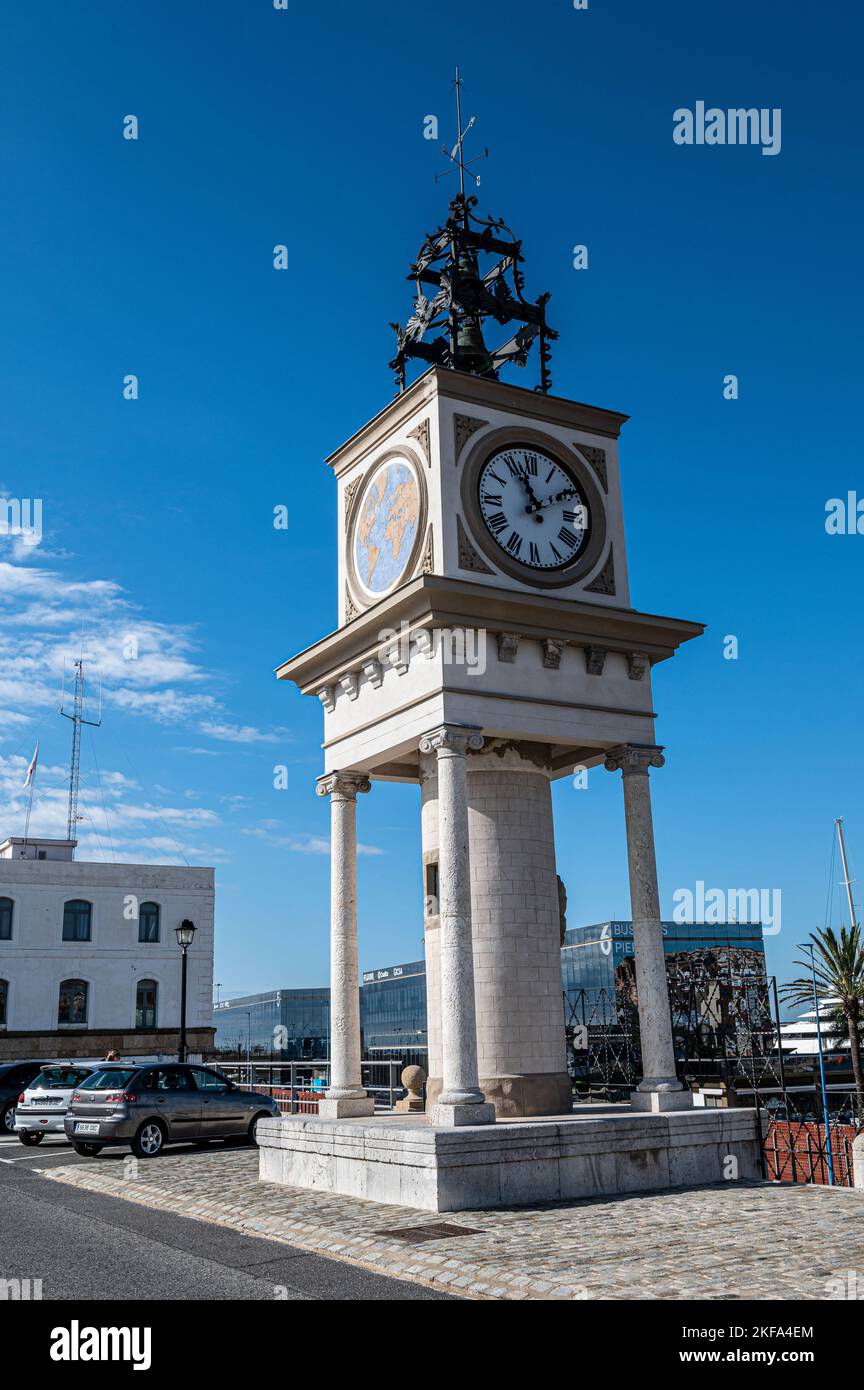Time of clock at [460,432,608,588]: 1:56
